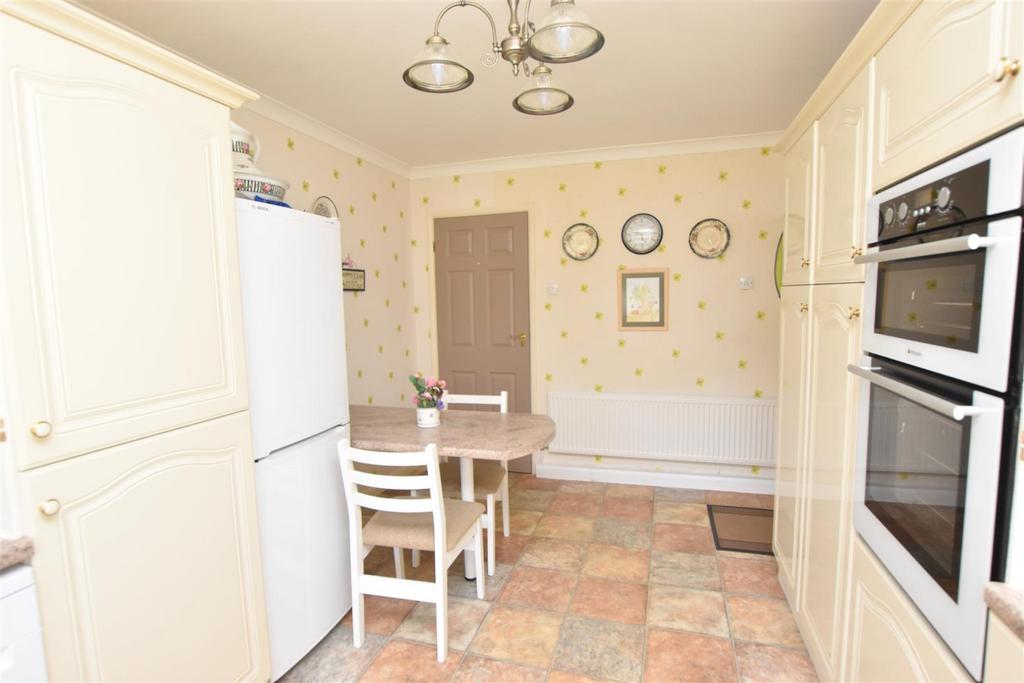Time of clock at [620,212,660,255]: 5:14
